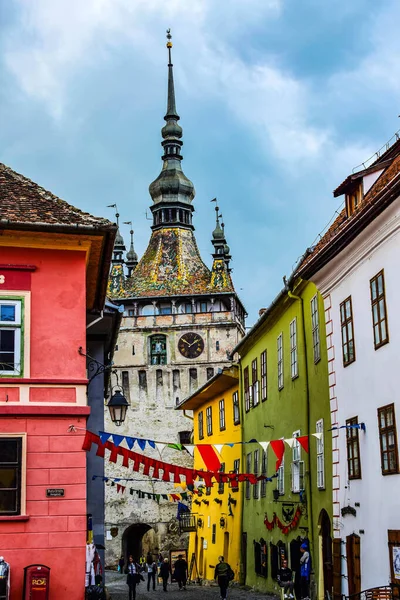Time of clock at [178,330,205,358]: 1:50
